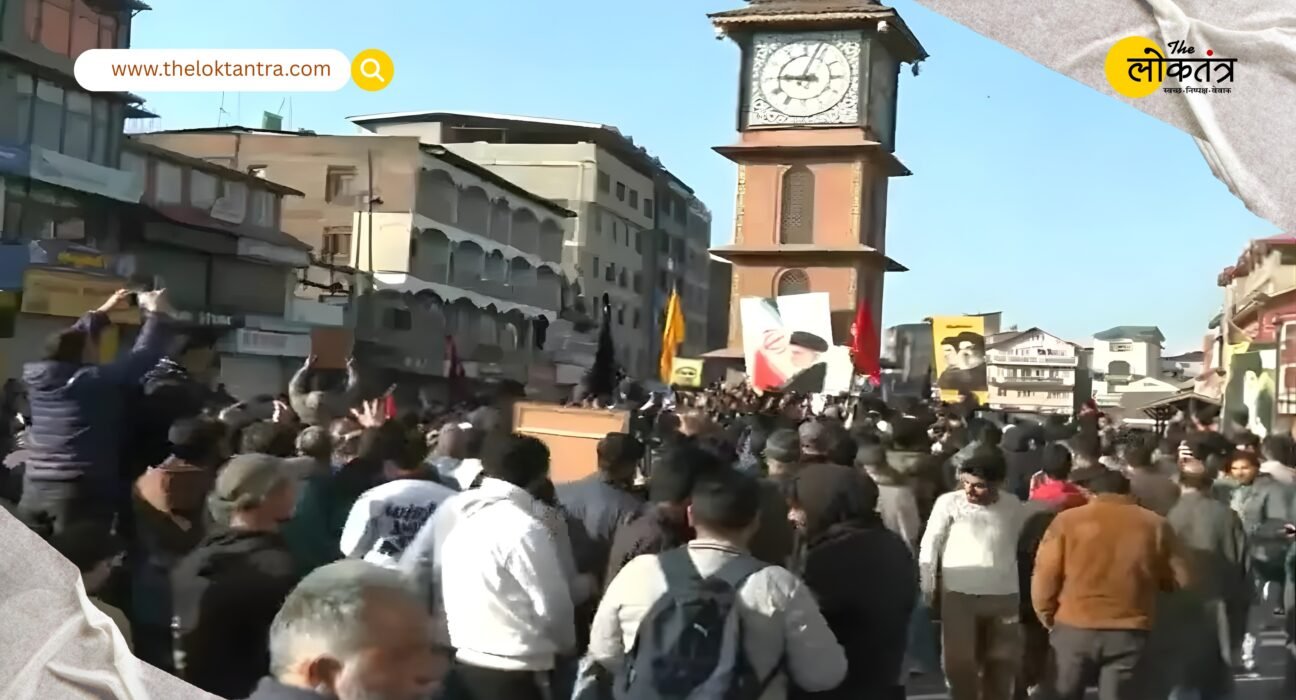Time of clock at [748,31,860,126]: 9:03
